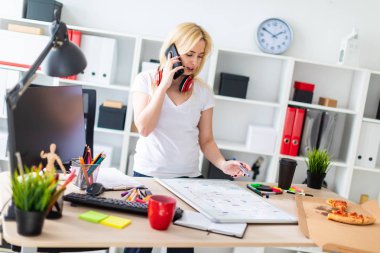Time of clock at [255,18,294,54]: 1:50
